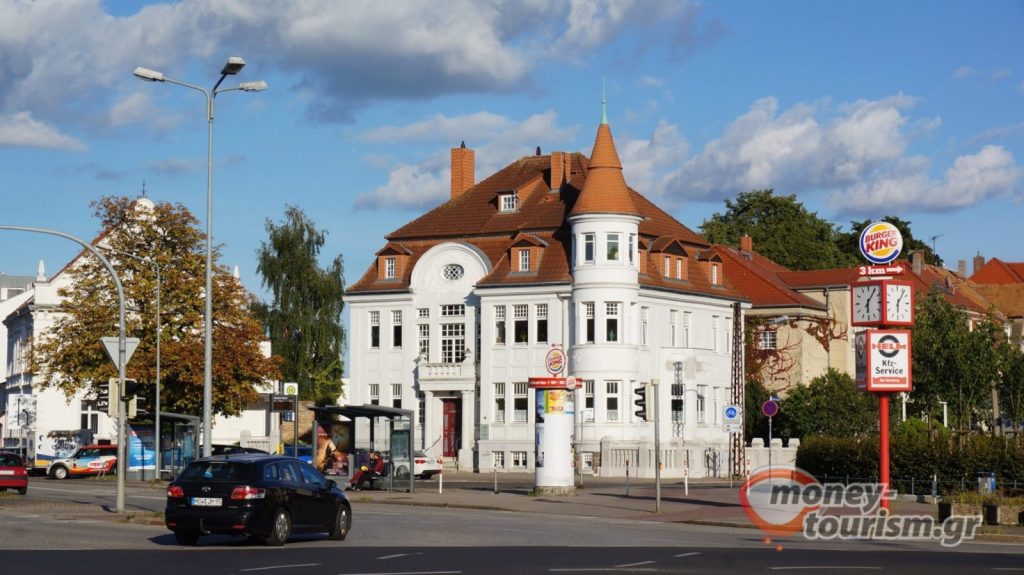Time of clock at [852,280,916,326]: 6:06
